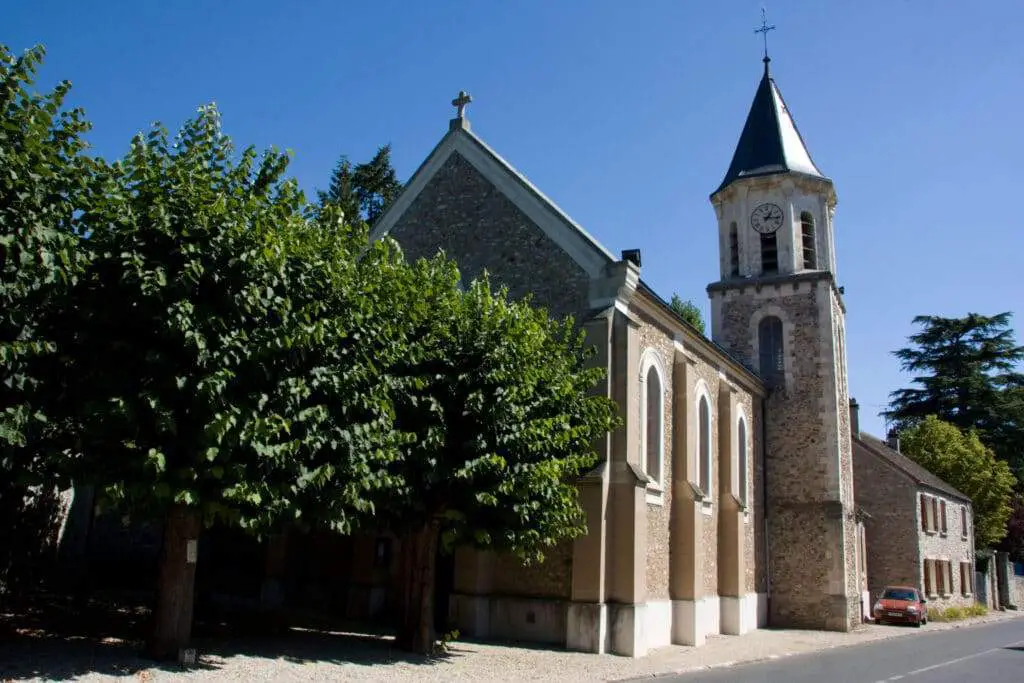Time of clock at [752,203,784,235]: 1:16
